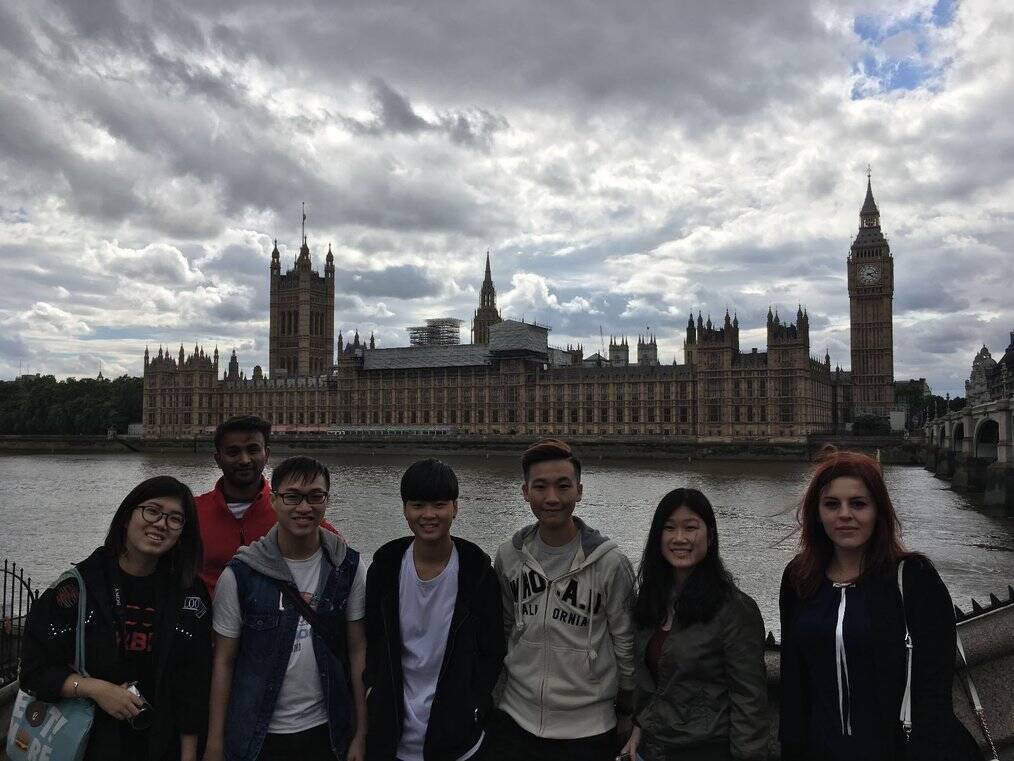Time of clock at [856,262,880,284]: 4:12
